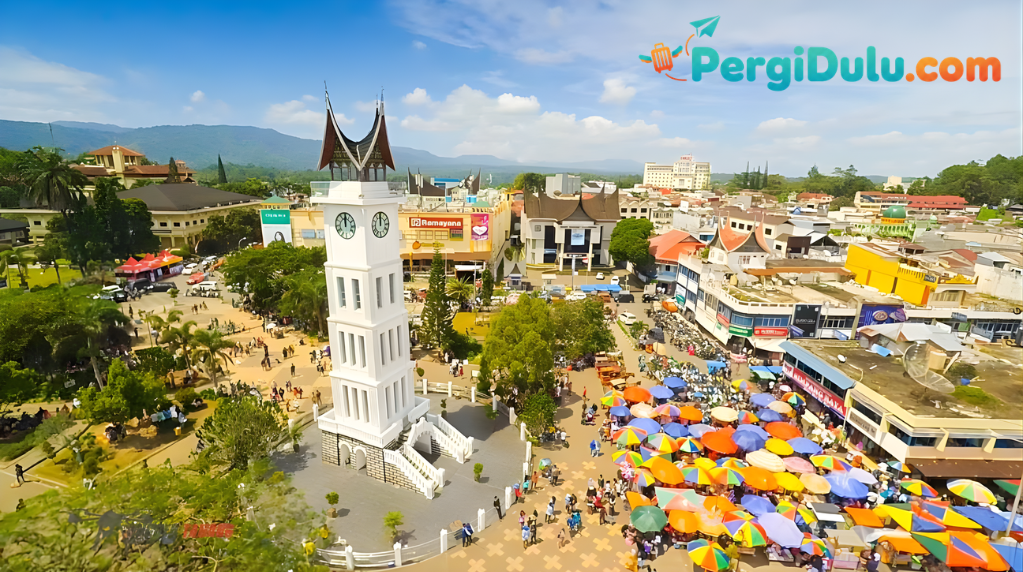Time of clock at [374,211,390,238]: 12:00
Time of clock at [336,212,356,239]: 12:00
